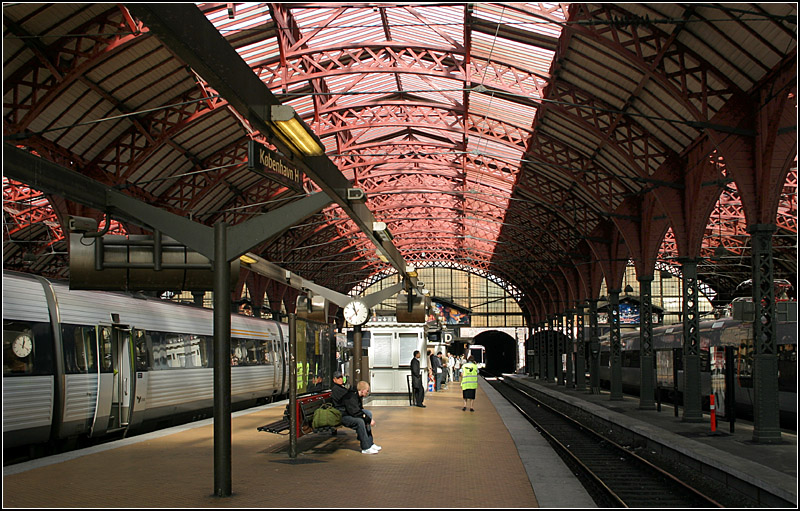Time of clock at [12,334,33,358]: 1:02
